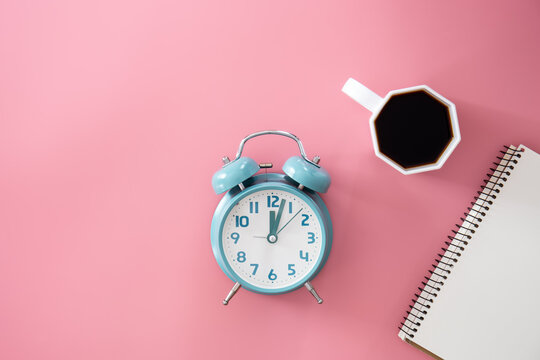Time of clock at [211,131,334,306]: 12:03
